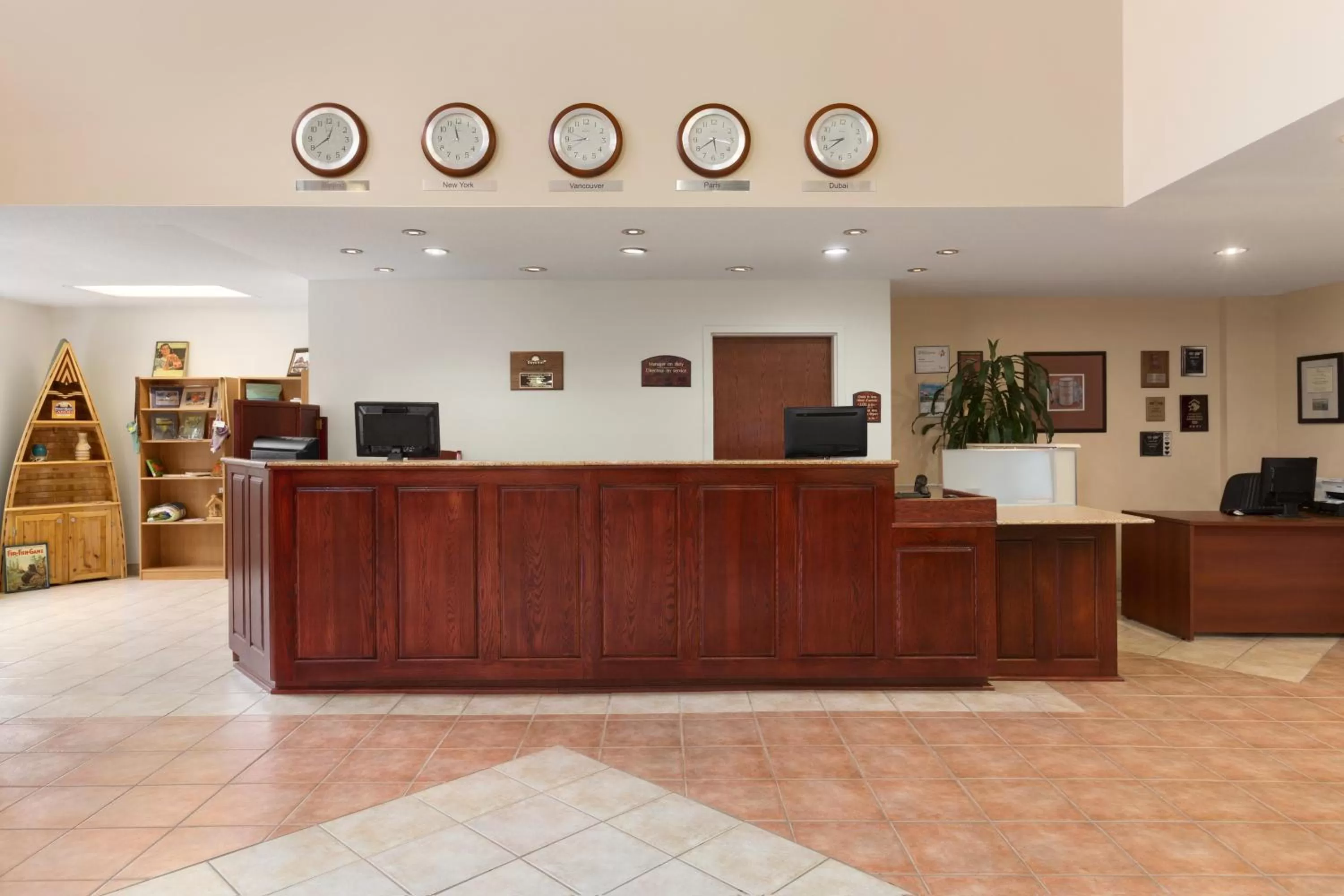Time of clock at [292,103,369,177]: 12:39
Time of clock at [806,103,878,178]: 8:38
